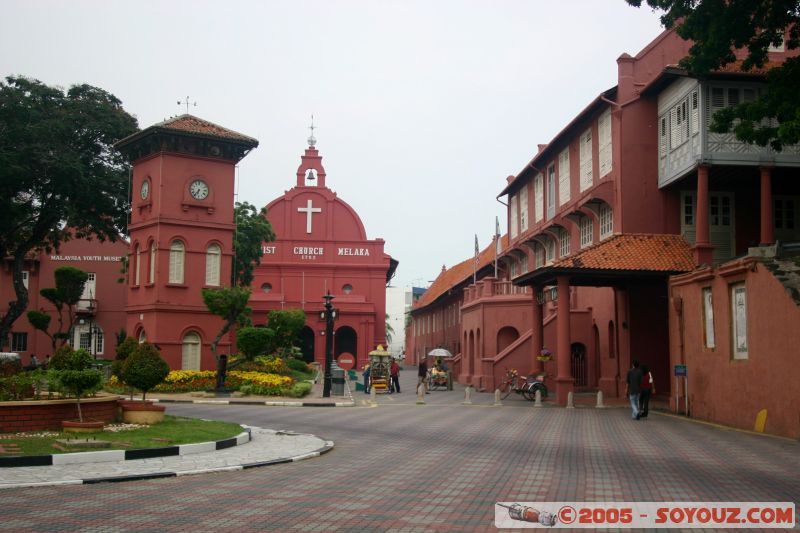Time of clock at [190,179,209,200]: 6:36
